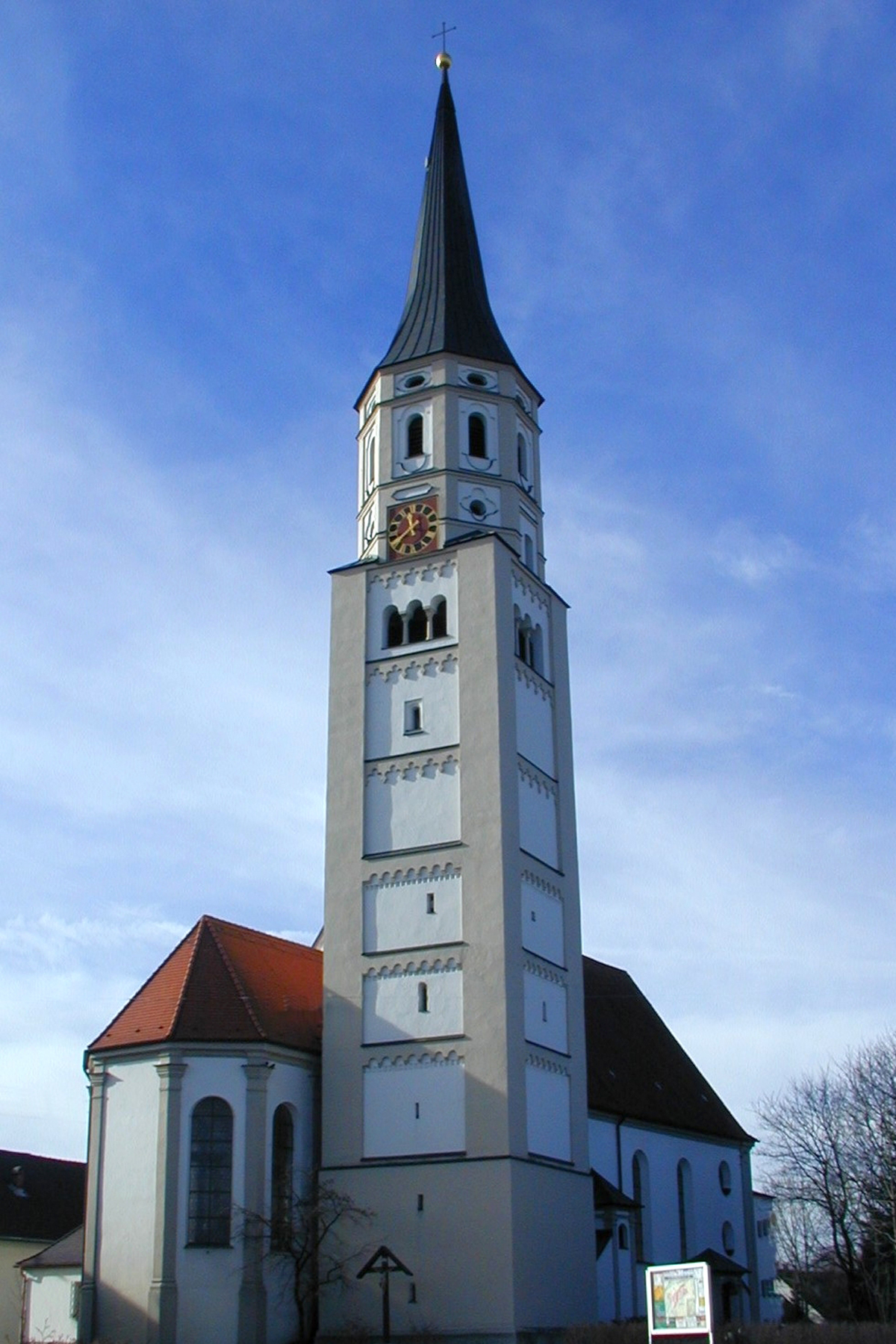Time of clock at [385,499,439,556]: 11:37
